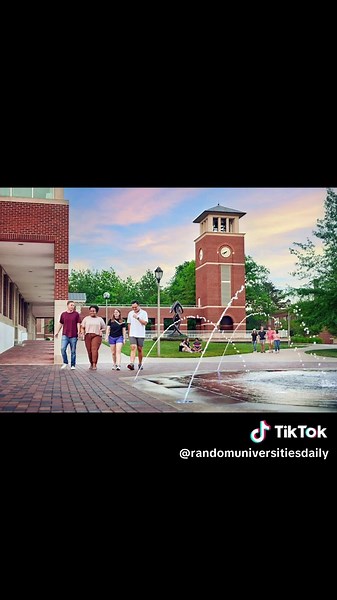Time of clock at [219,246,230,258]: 7:41
